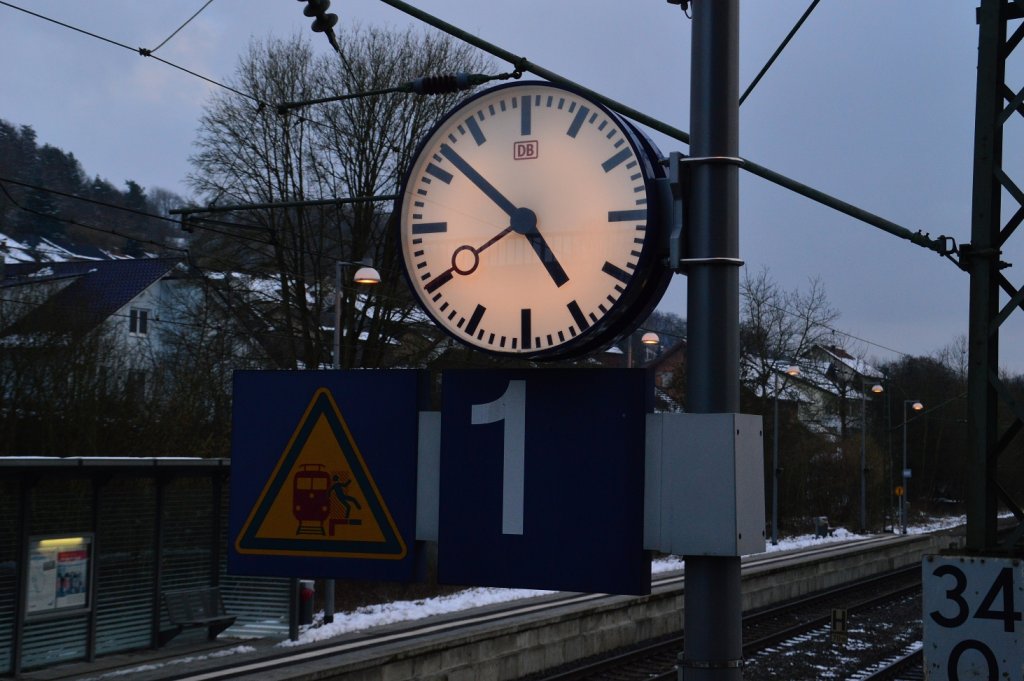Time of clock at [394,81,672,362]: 4:52
